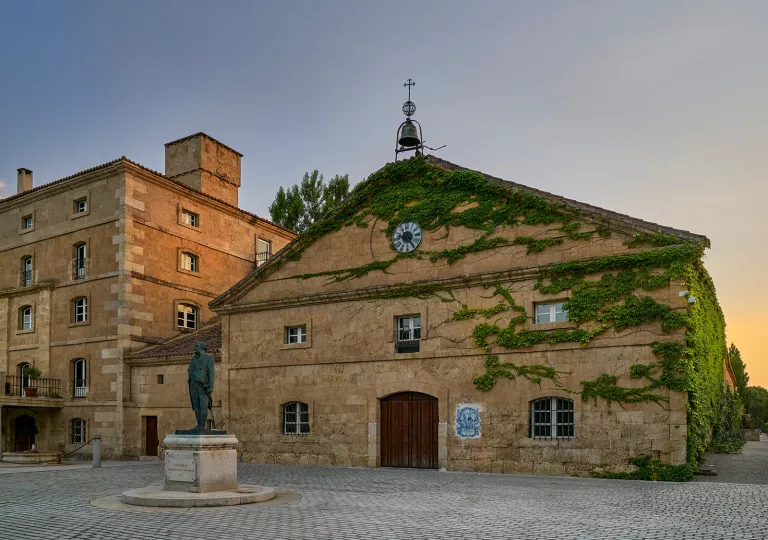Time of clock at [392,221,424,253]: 9:23
